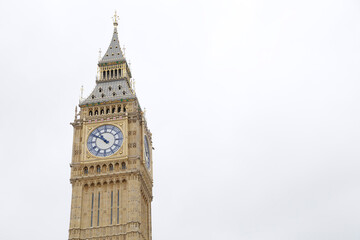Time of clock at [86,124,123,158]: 10:50
